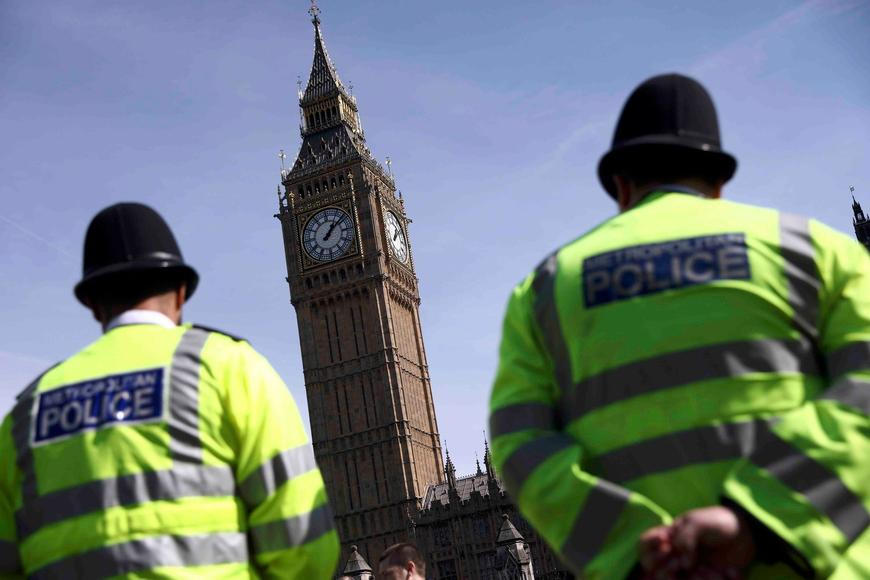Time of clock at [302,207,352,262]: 1:08
